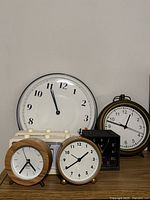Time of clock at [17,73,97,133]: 10:55
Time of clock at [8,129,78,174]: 4:35
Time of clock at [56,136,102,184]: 1:39
